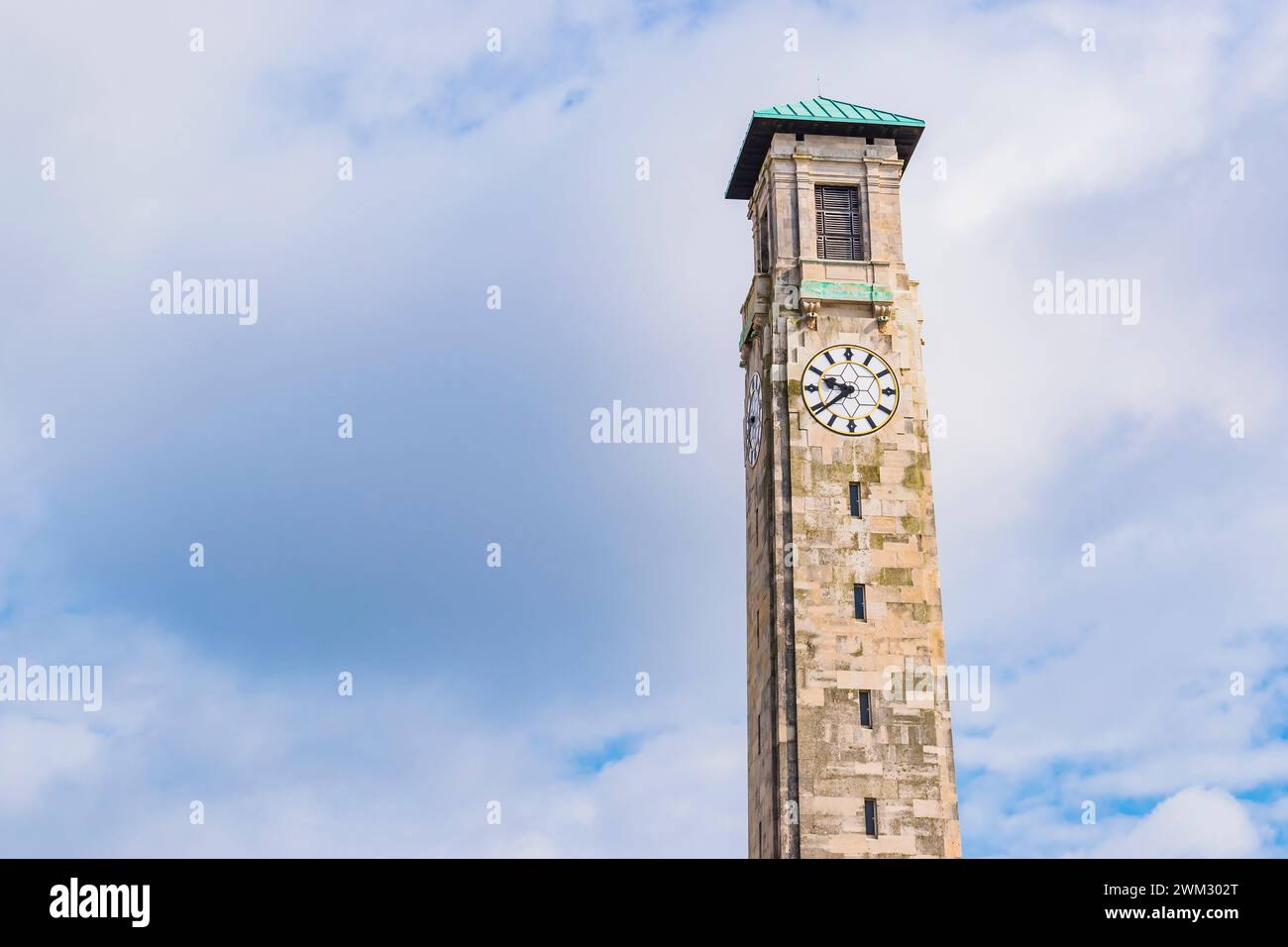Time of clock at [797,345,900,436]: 9:38
